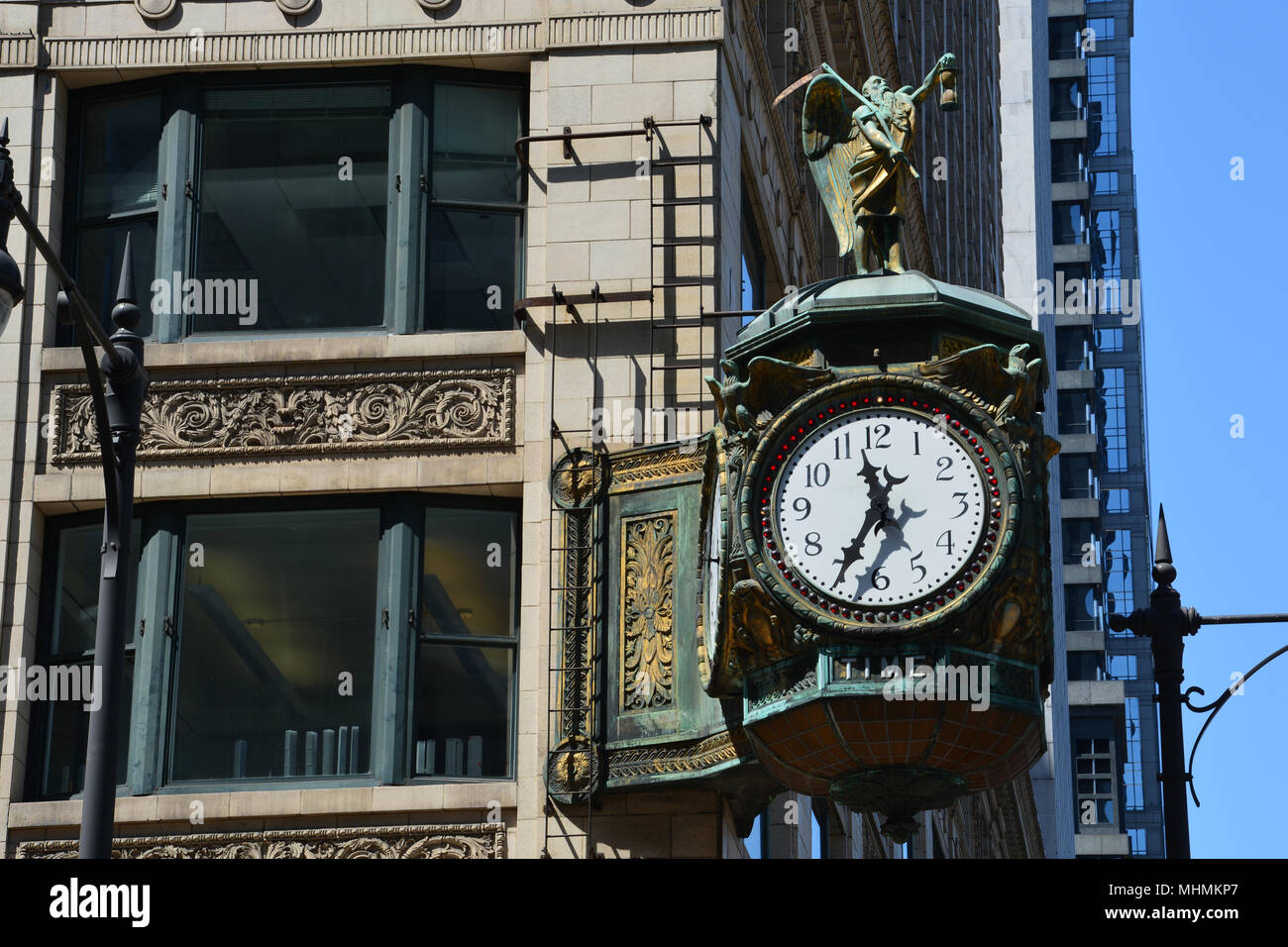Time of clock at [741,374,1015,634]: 11:34
